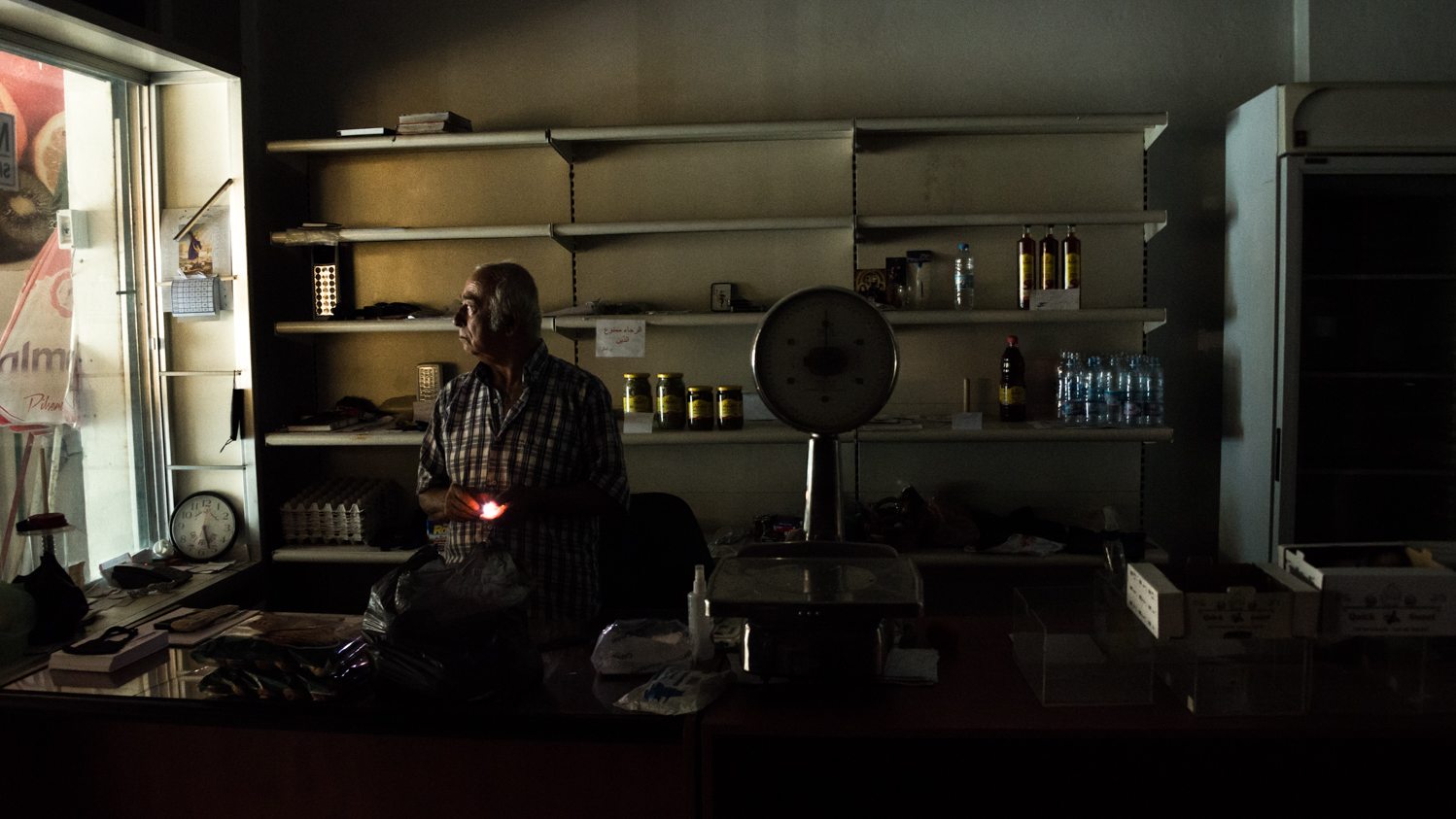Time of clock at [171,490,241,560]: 5:26
